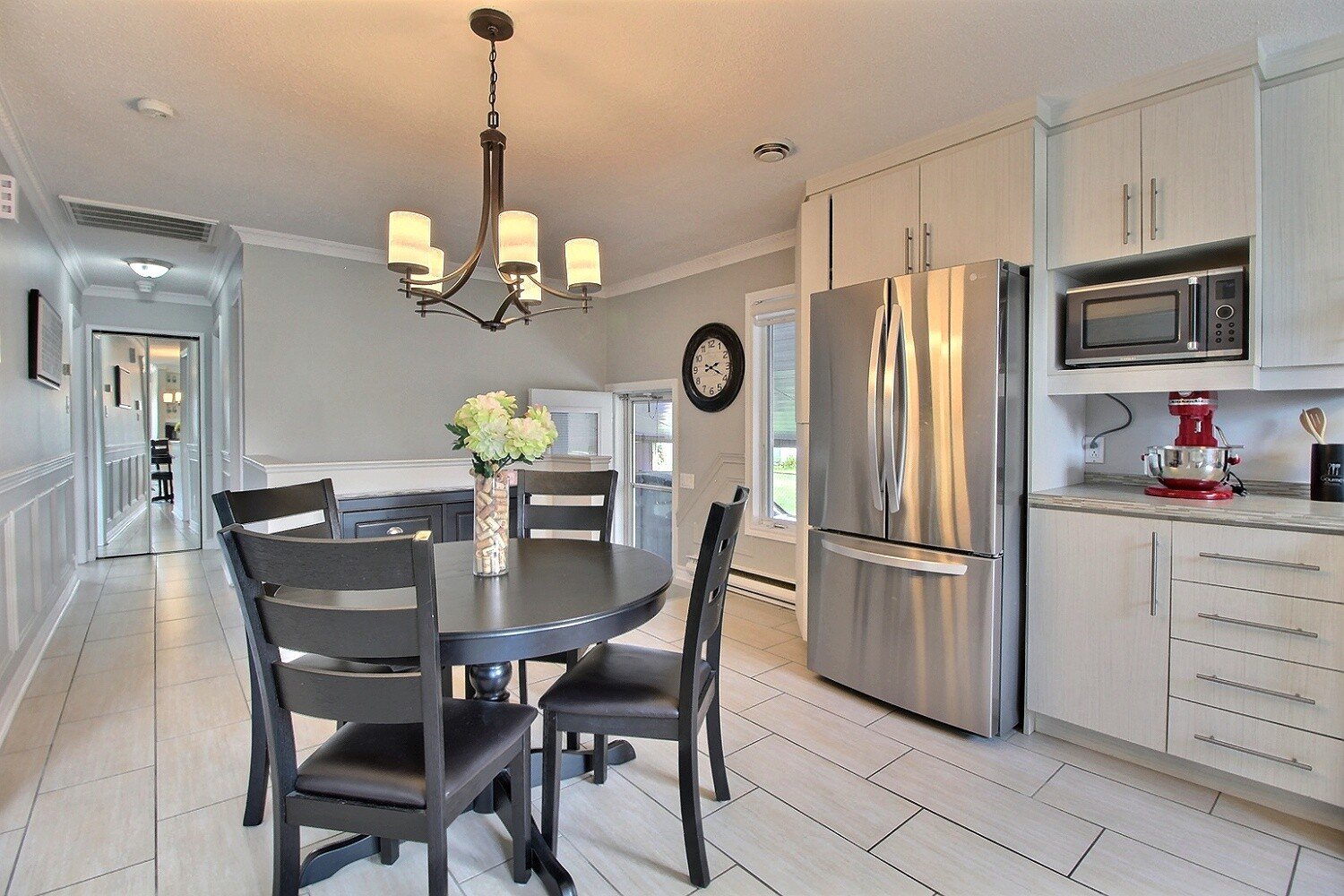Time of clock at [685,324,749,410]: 2:18
